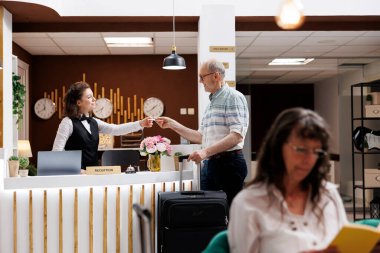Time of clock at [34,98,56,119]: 11:39
